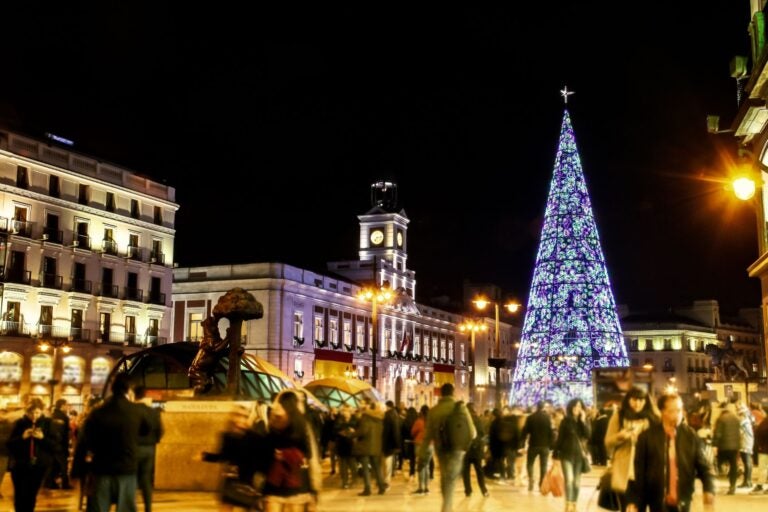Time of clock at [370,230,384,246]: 7:13
